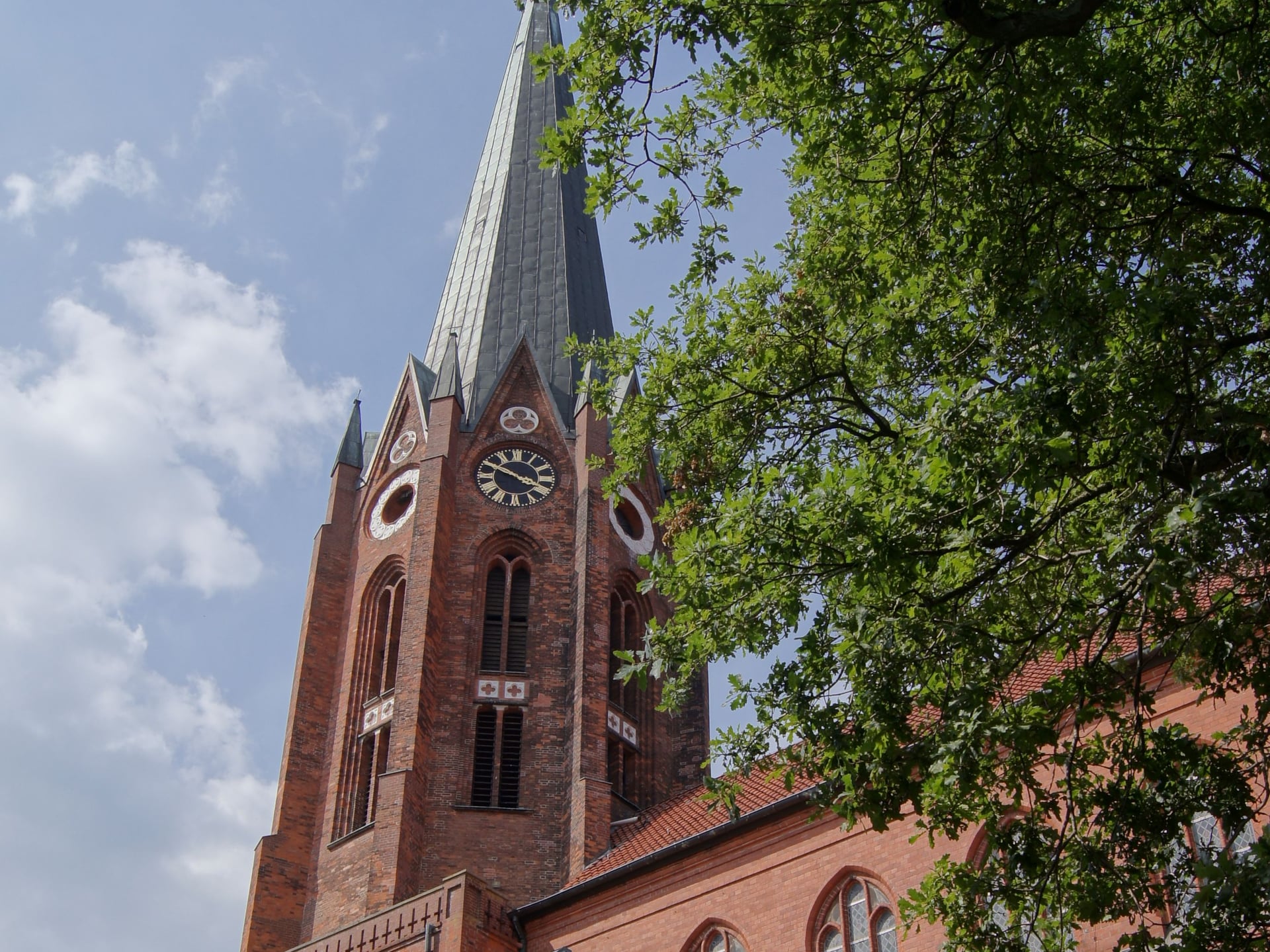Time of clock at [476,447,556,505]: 3:49
